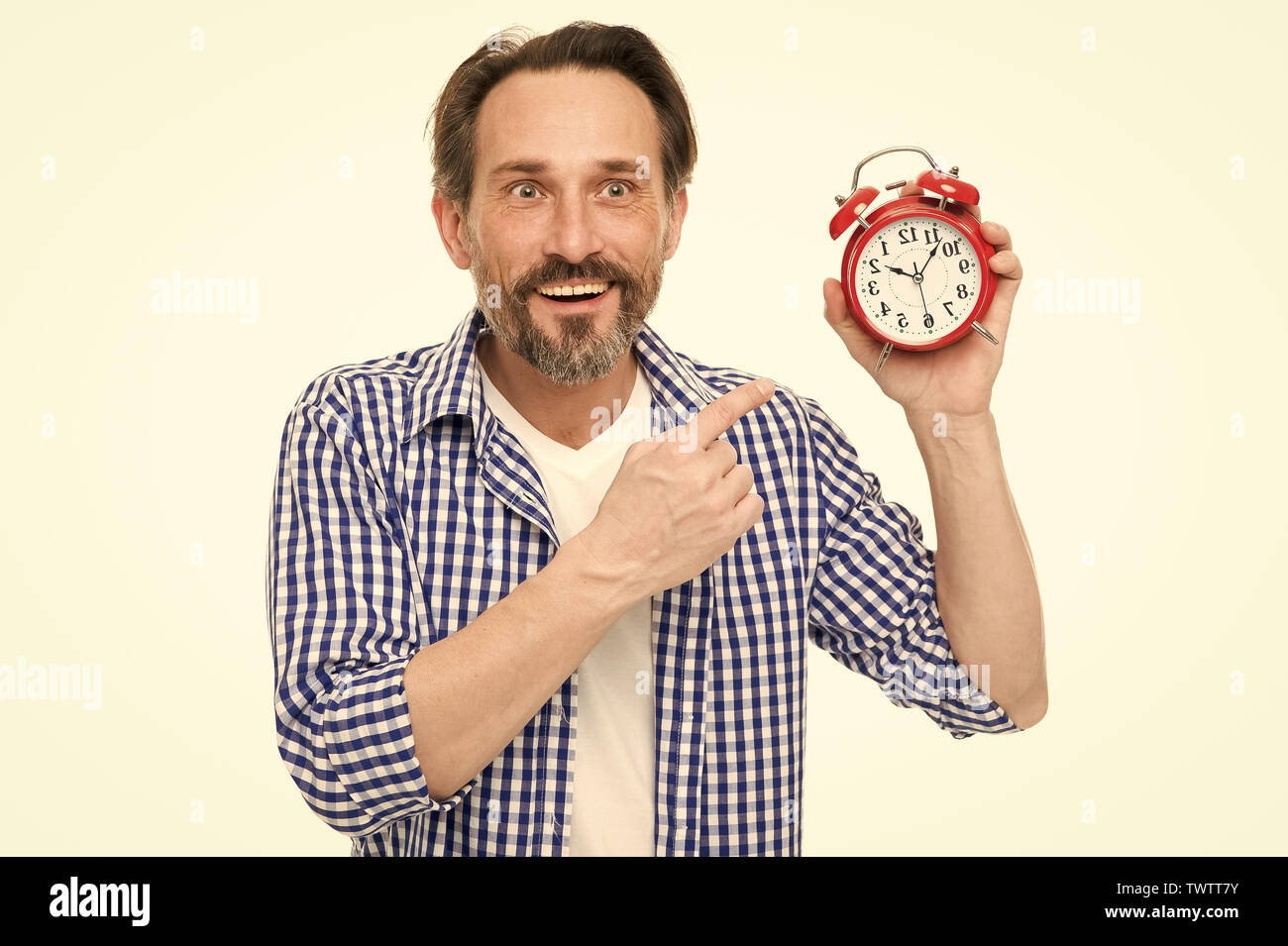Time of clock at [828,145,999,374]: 10:07
